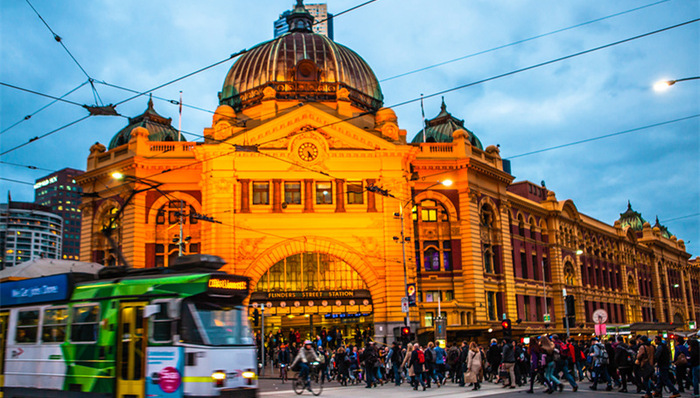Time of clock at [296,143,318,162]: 5:24
